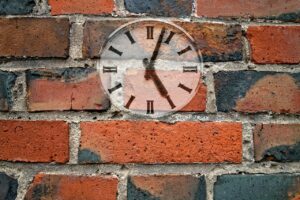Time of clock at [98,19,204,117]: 5:03
